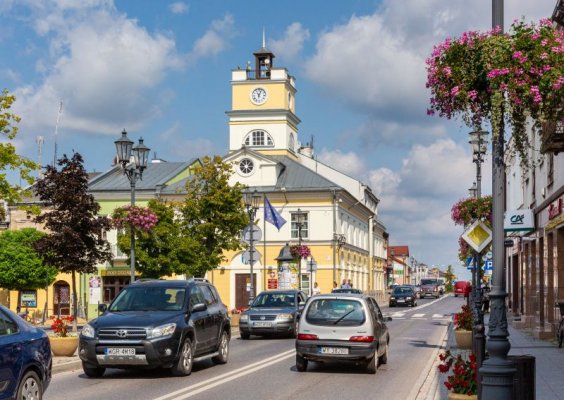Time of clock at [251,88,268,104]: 11:03
